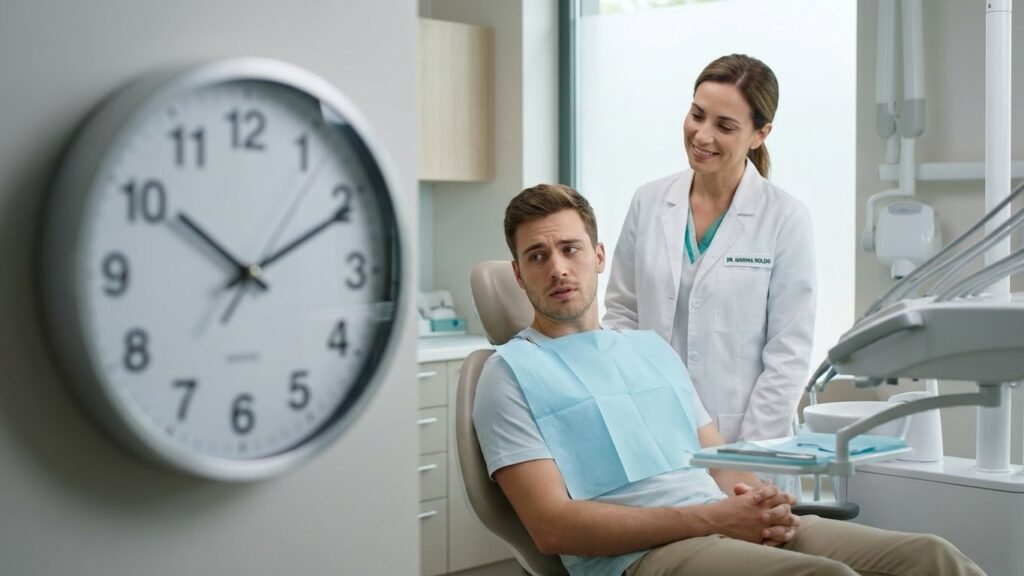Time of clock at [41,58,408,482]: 10:10
